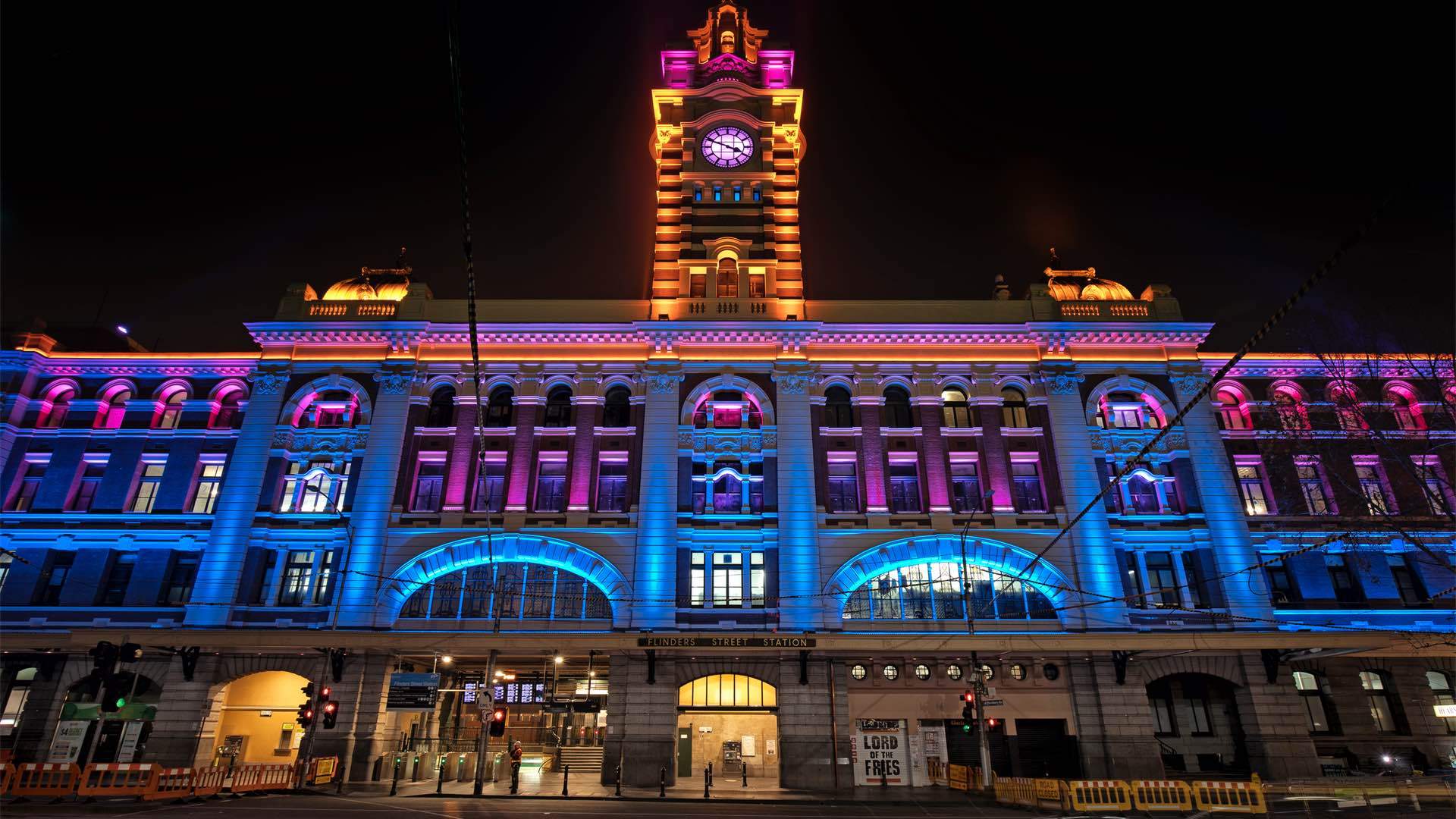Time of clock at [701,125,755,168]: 3:48
